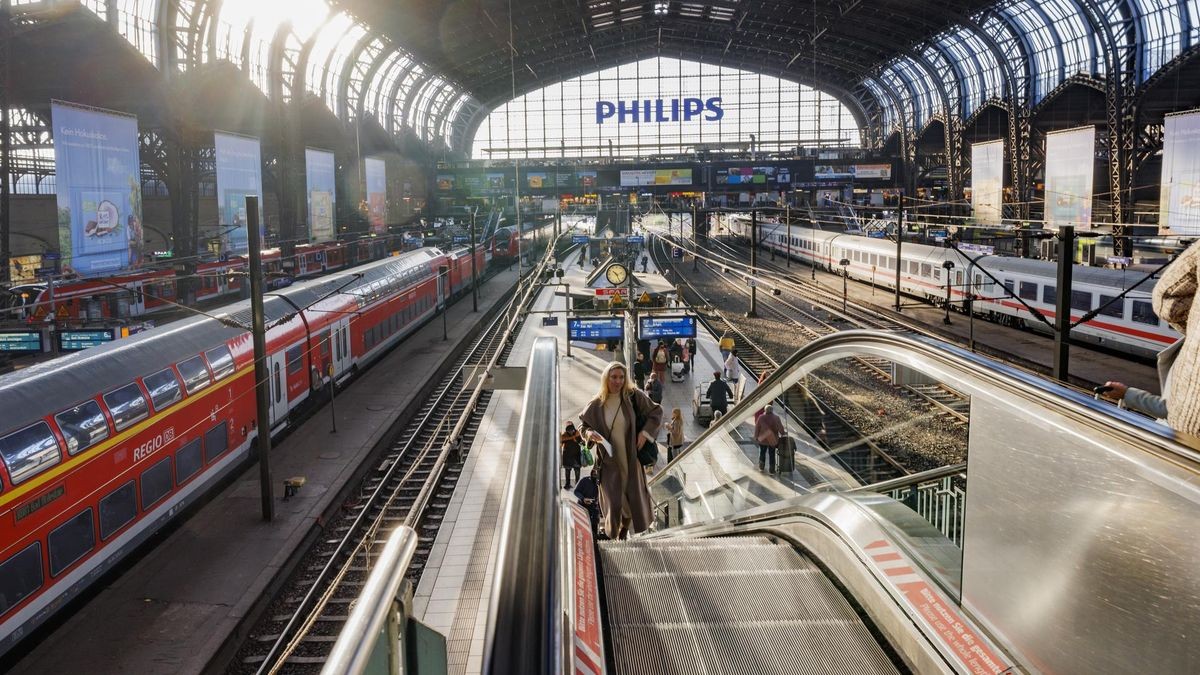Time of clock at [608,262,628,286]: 10:25
